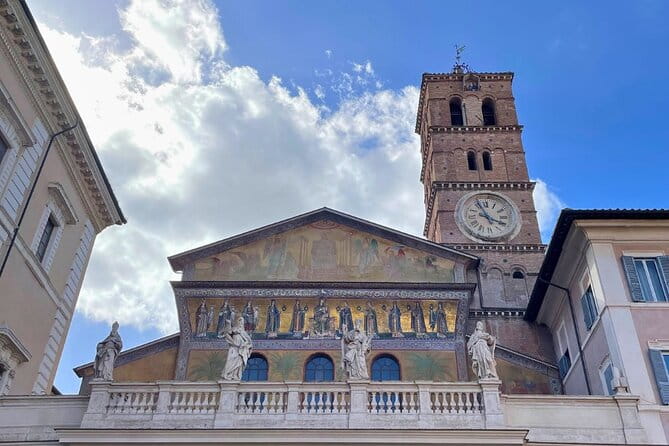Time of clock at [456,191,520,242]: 3:56
